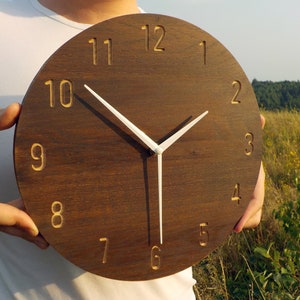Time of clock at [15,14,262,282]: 1:51
